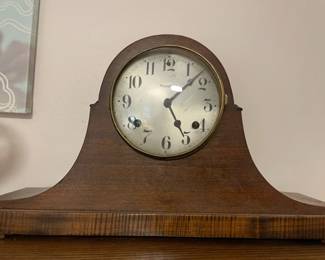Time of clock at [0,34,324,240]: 1:24
